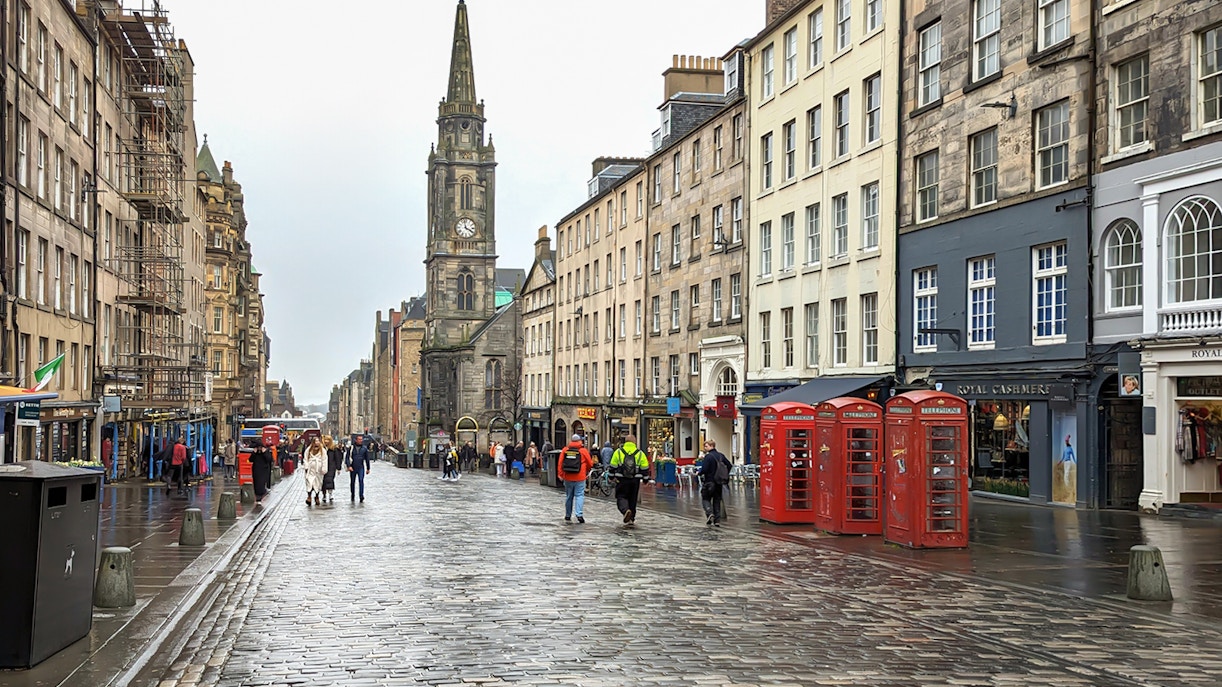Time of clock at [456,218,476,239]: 3:58
